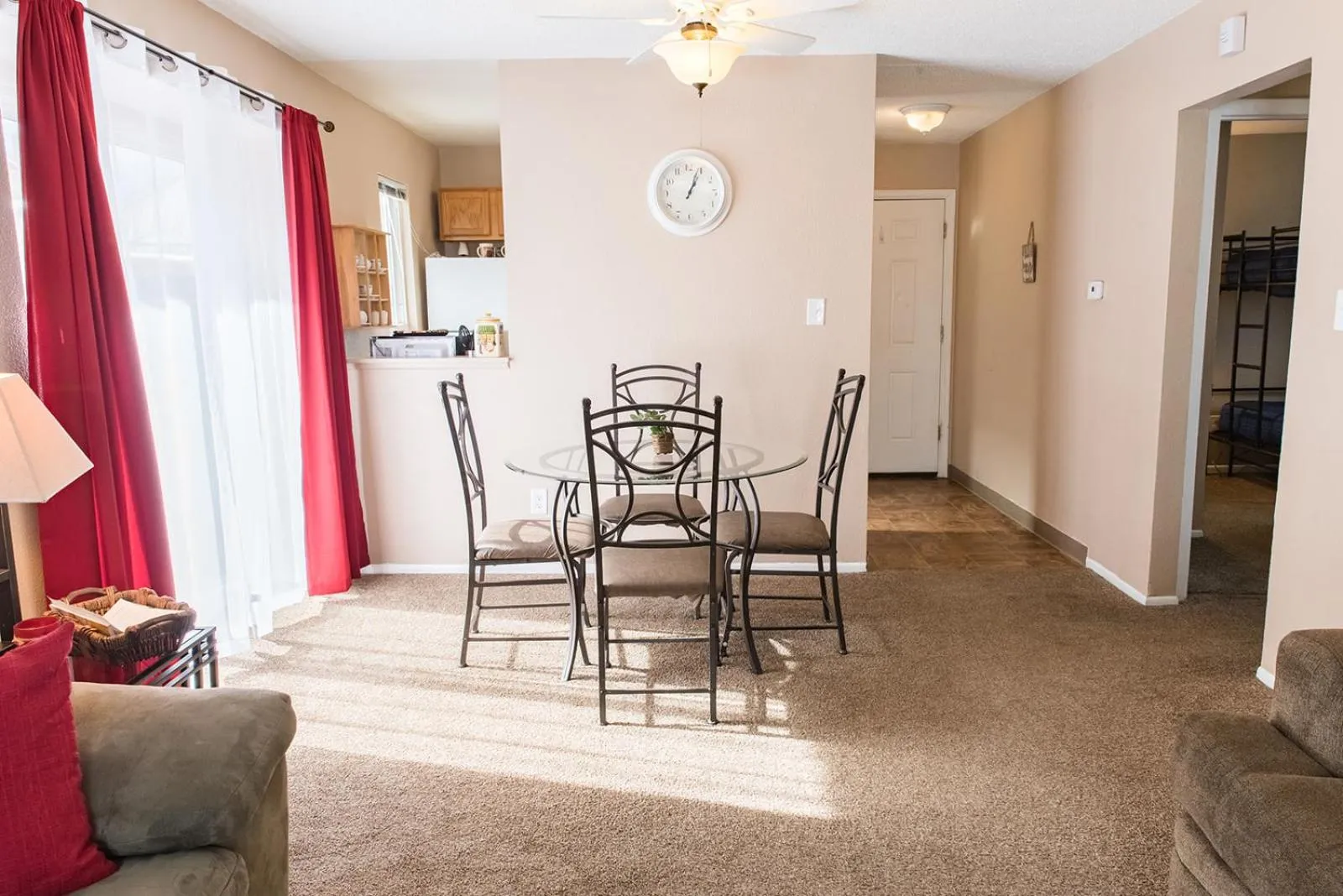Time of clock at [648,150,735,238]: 1:04
